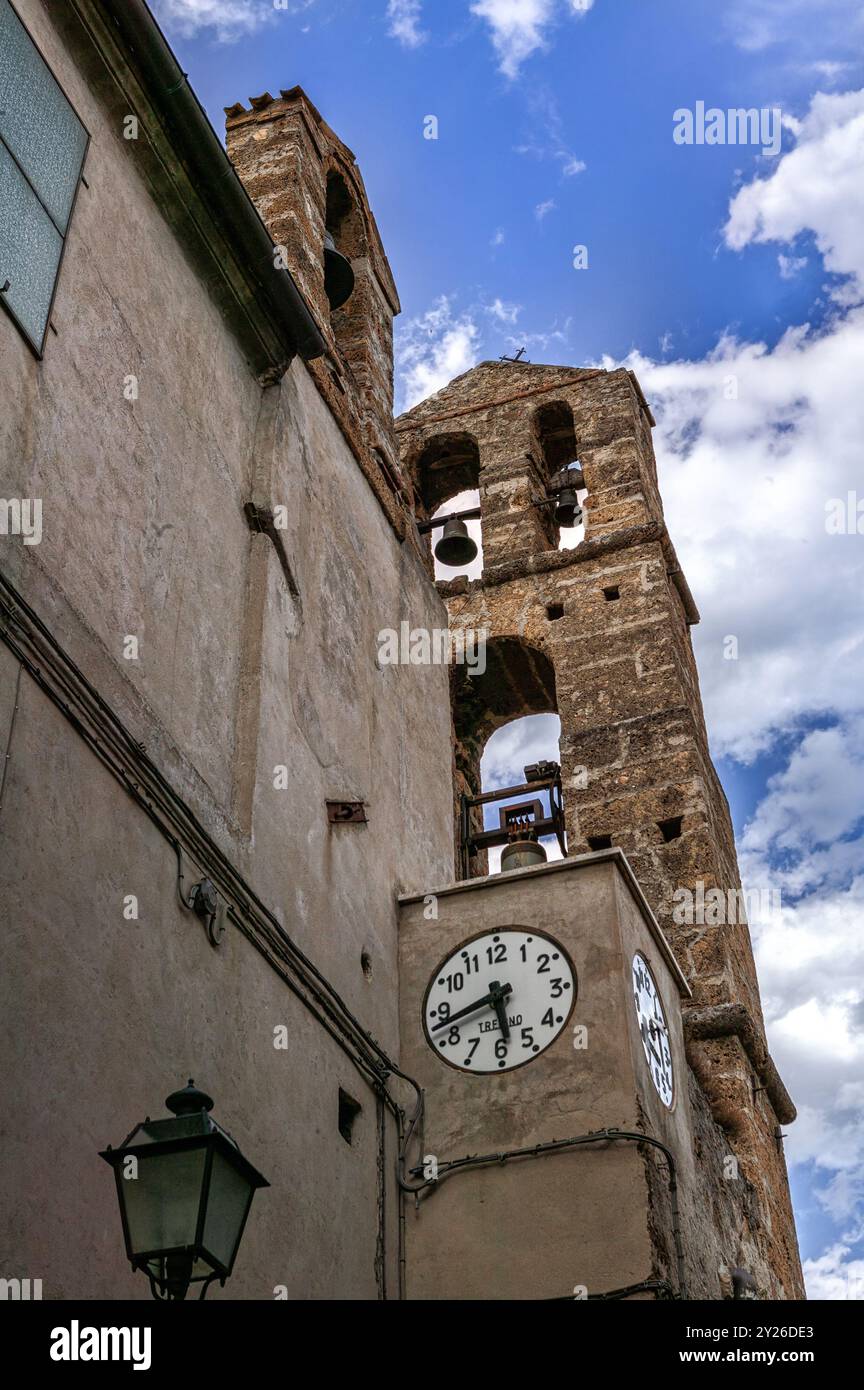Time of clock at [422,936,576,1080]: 5:42
